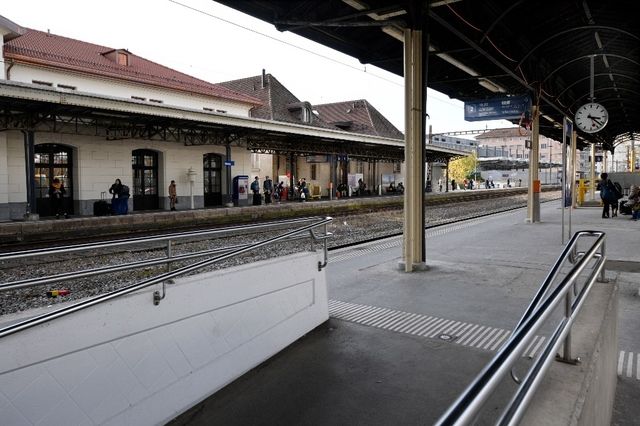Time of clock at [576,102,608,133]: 3:21
